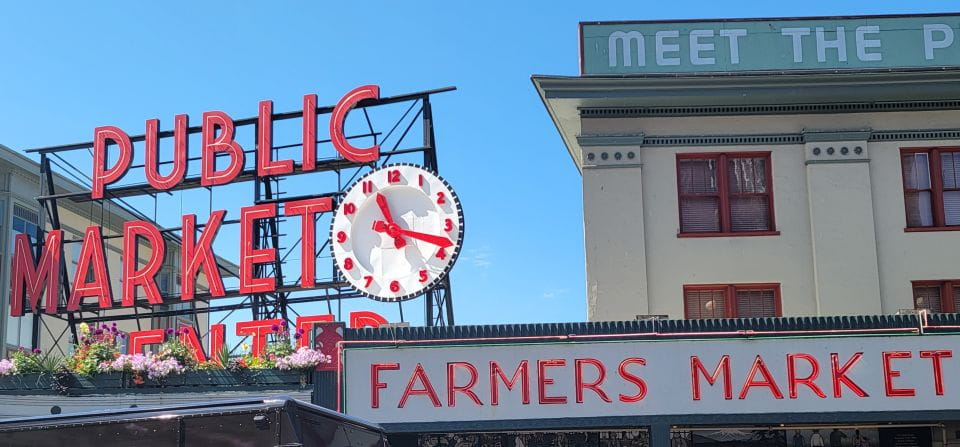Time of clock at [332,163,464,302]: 11:17
